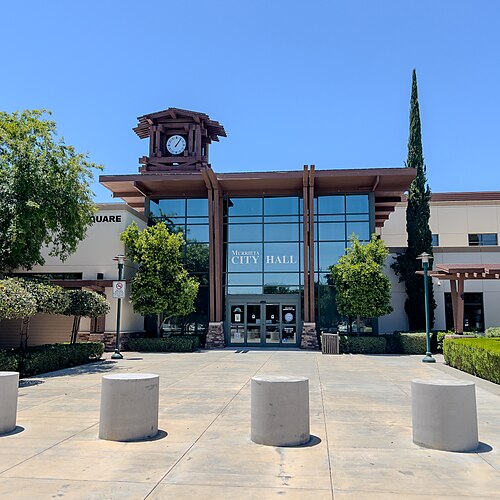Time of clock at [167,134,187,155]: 1:06
